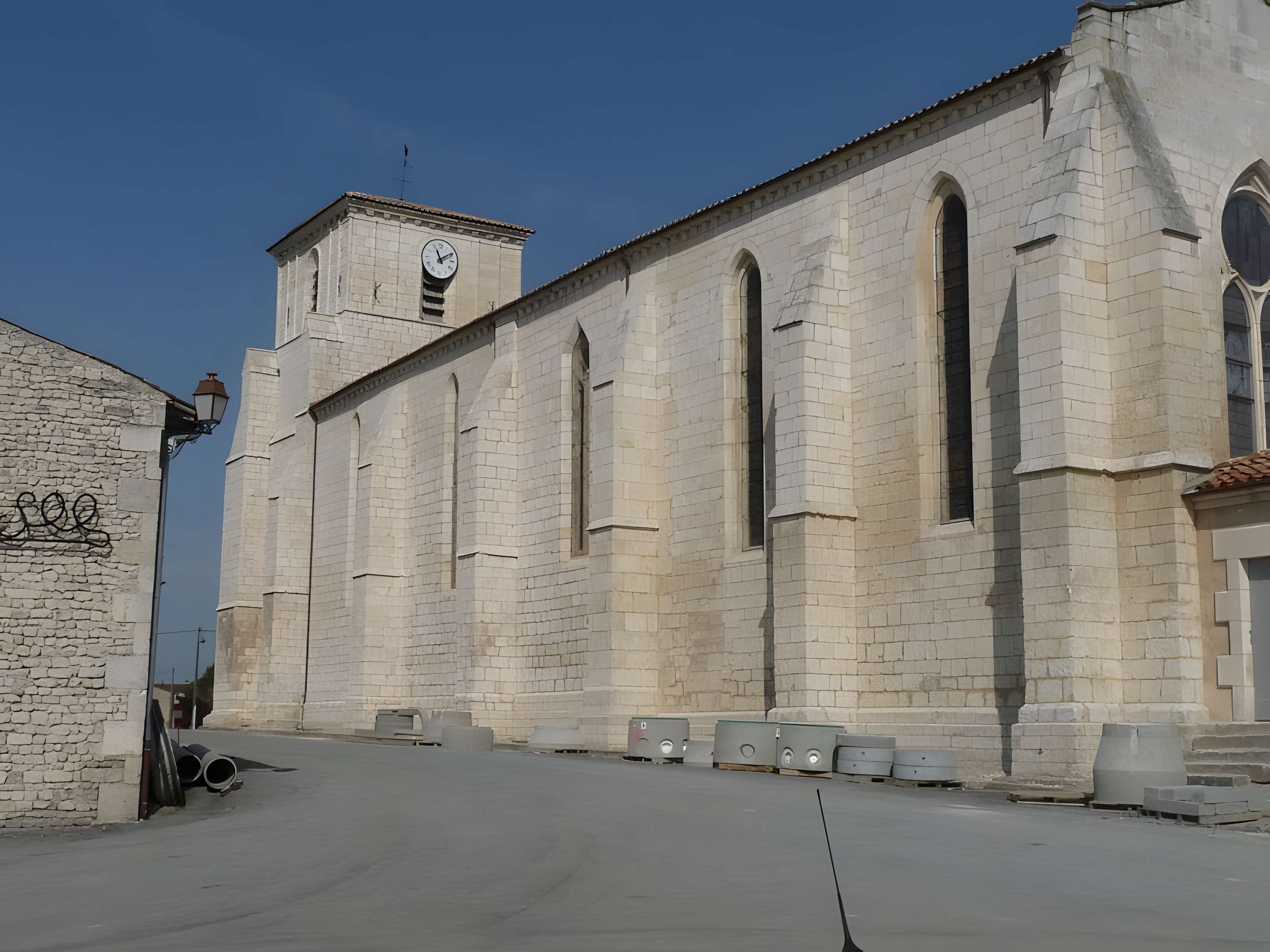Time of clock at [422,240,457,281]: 11:09
